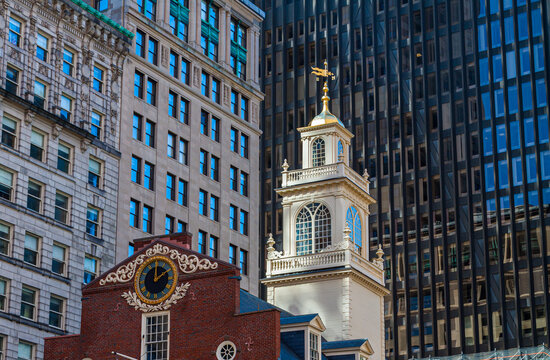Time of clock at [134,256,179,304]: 2:00
